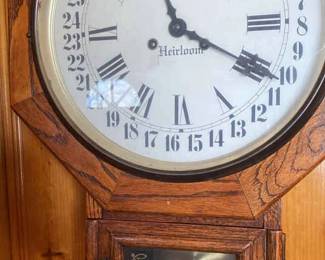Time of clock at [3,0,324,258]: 11:19
